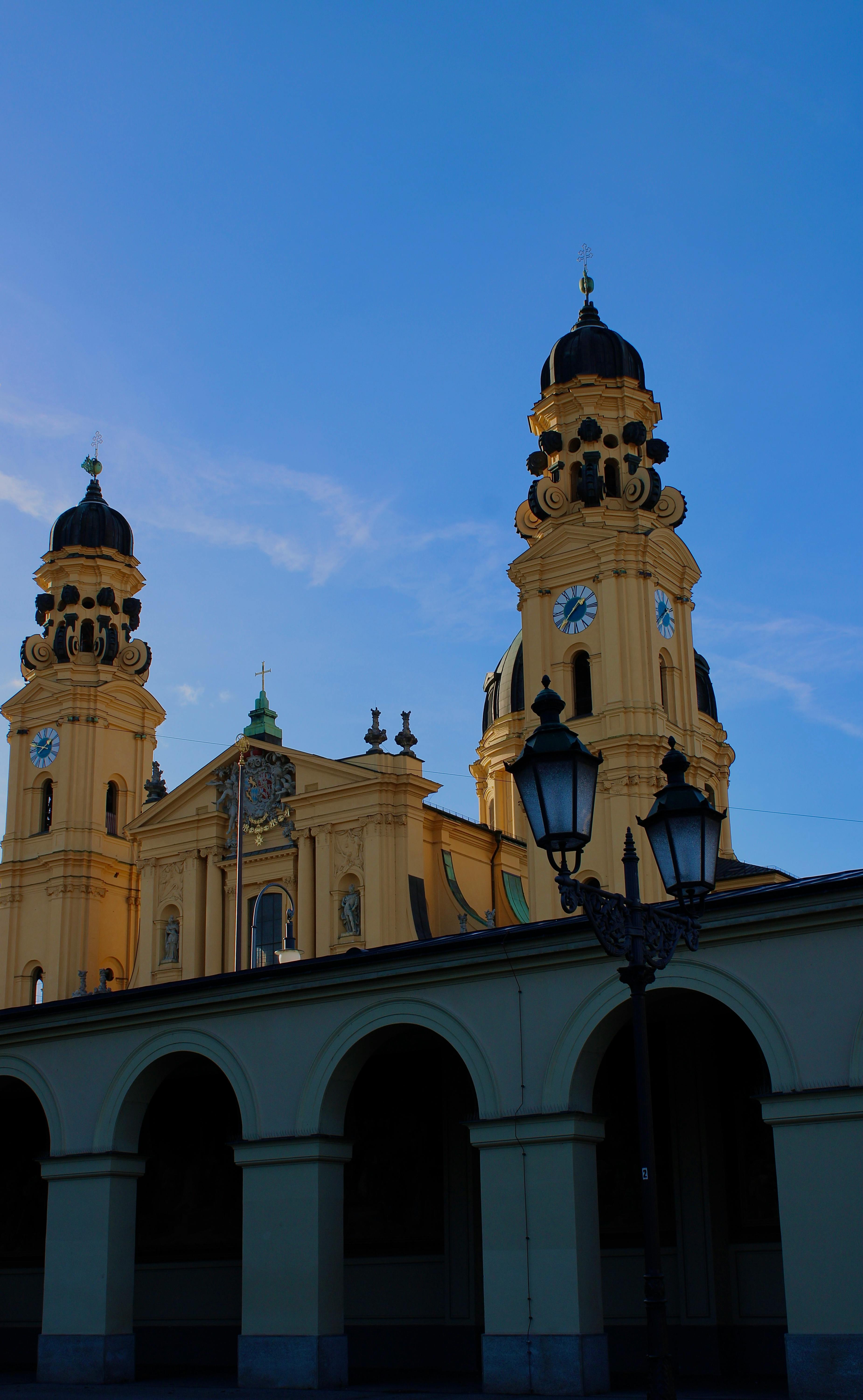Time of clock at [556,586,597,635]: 1:37
